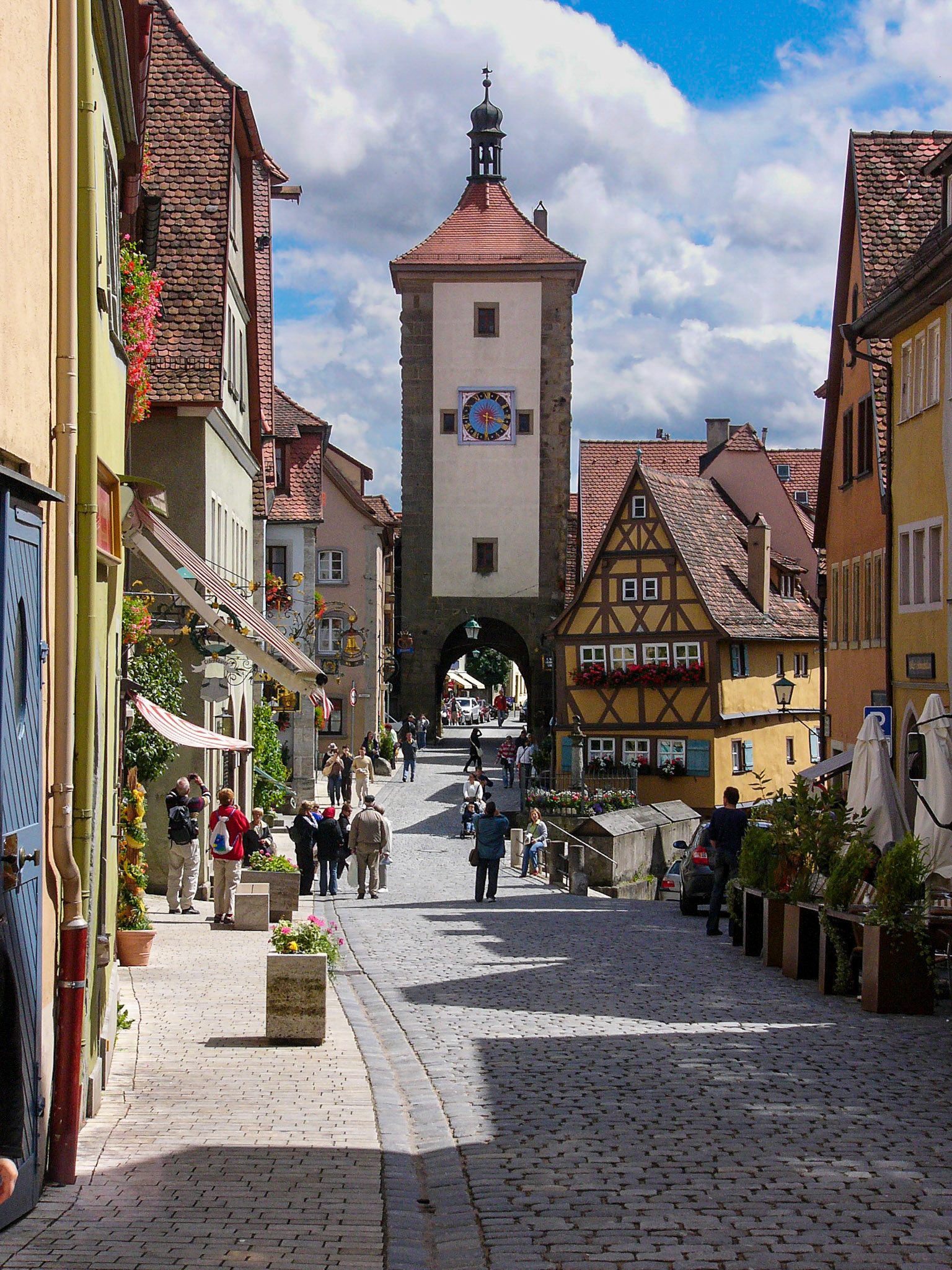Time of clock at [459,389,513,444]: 3:30
